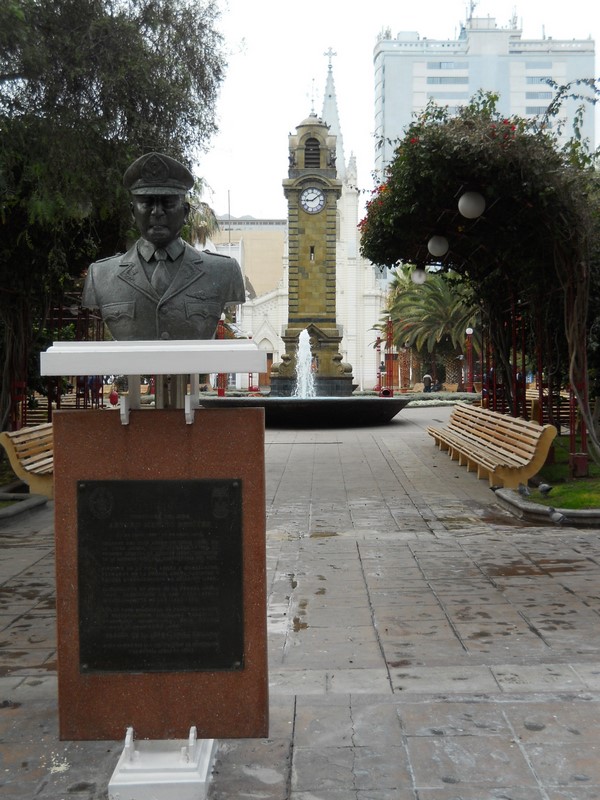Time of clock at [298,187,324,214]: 9:08
